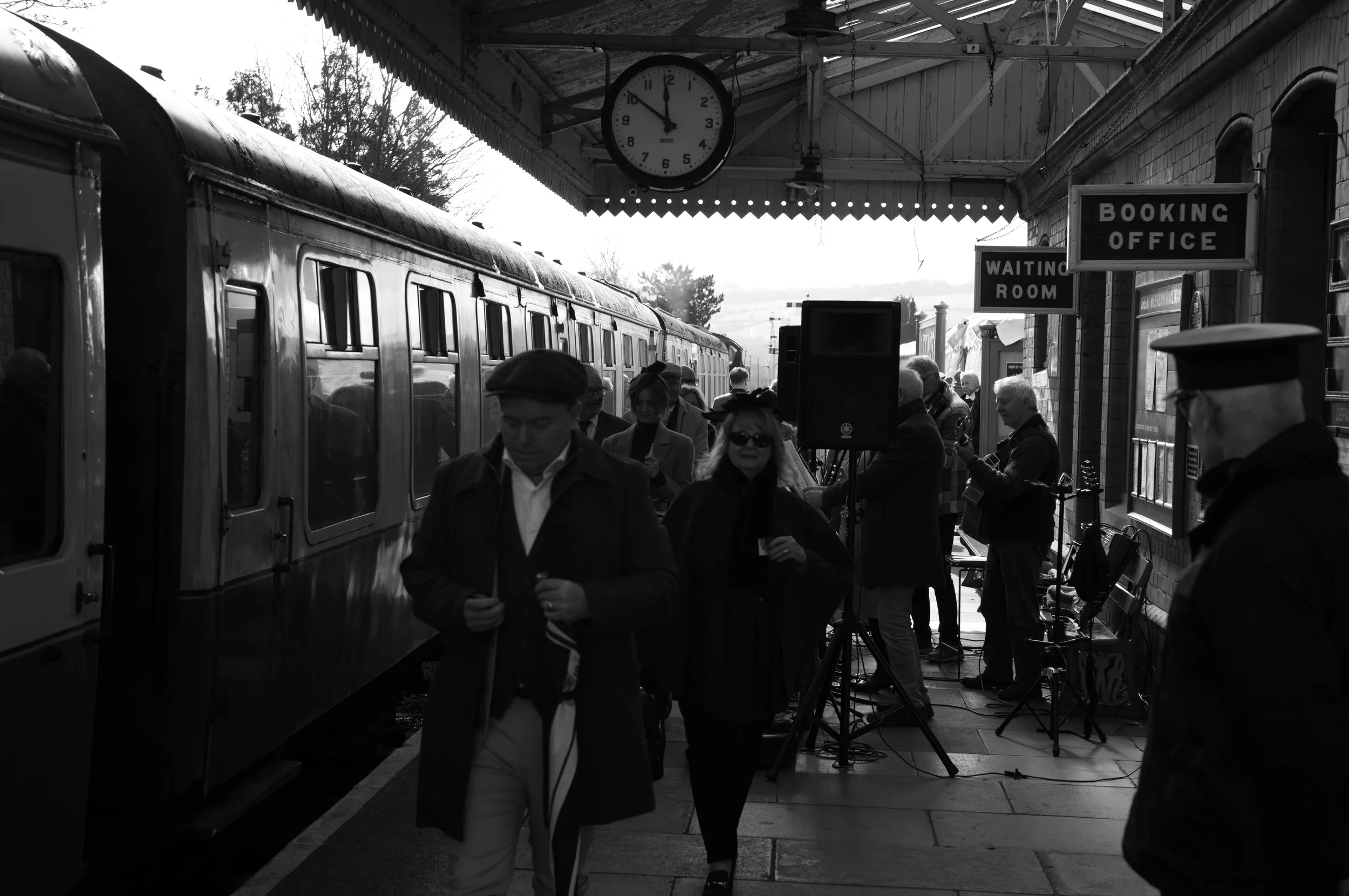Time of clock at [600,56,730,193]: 11:50
